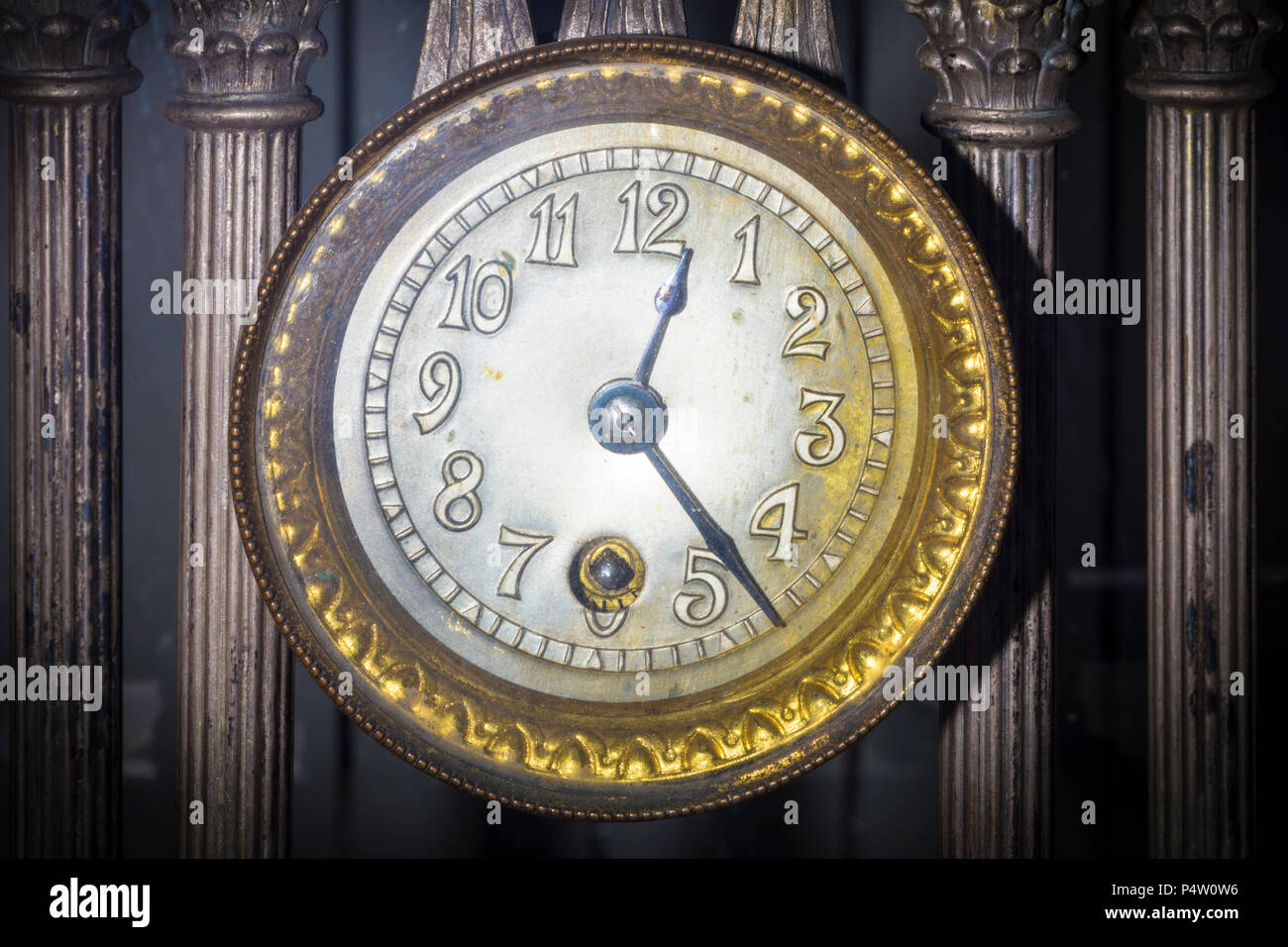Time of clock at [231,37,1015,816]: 12:23
